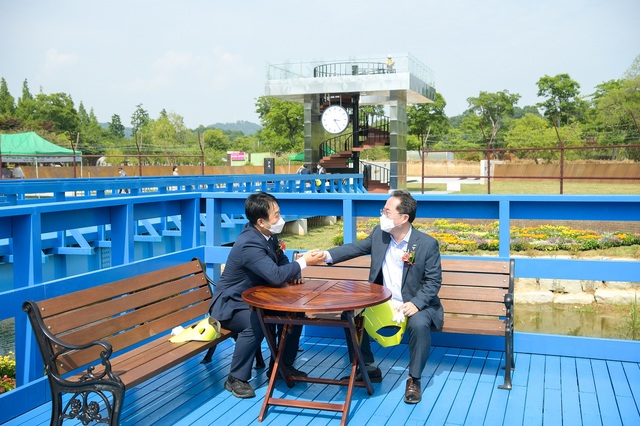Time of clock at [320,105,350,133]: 3:25
